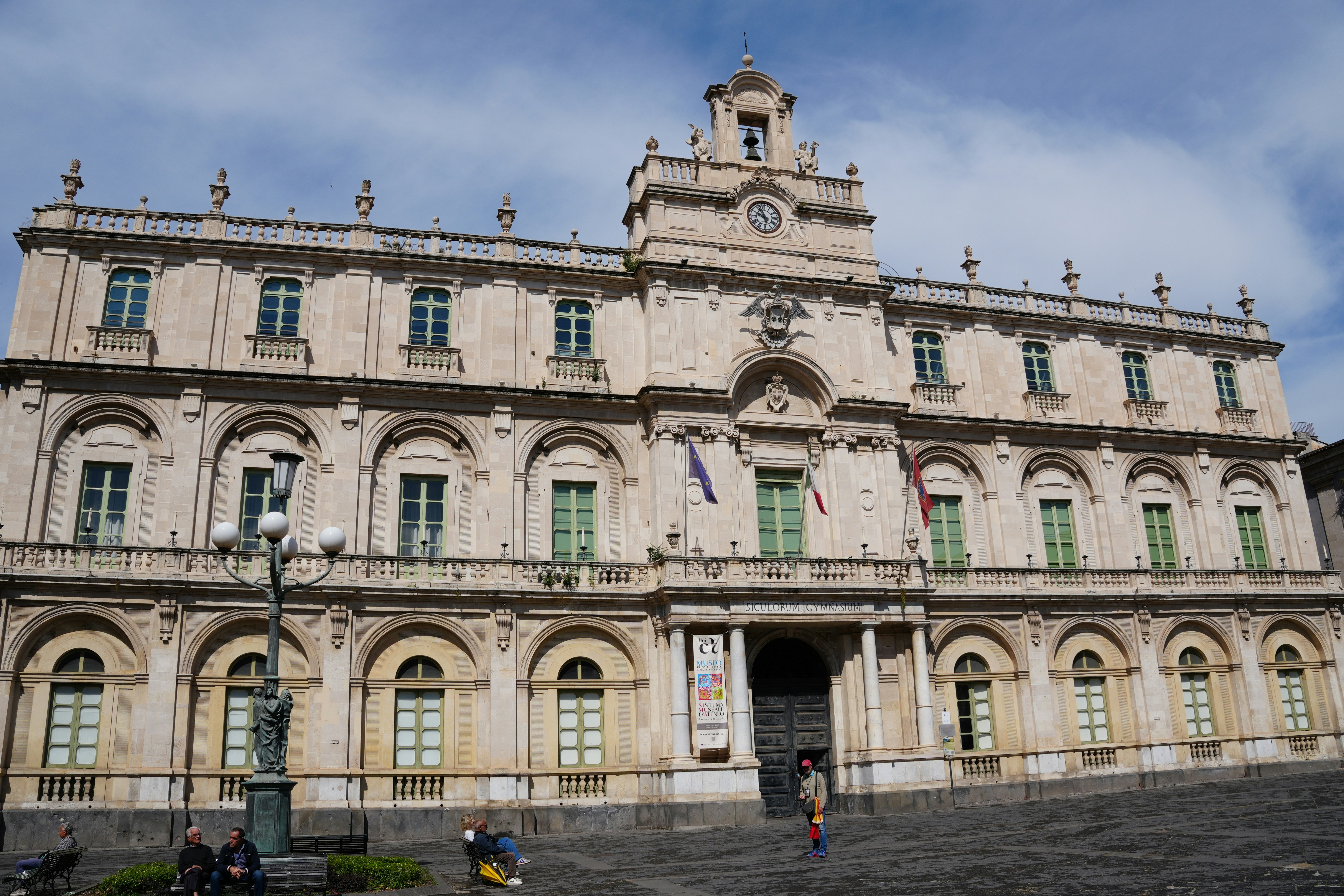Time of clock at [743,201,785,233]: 9:56
